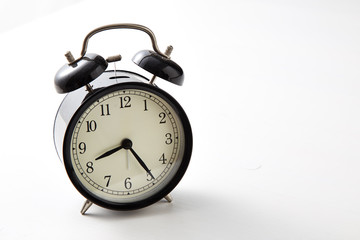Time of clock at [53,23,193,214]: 8:24
